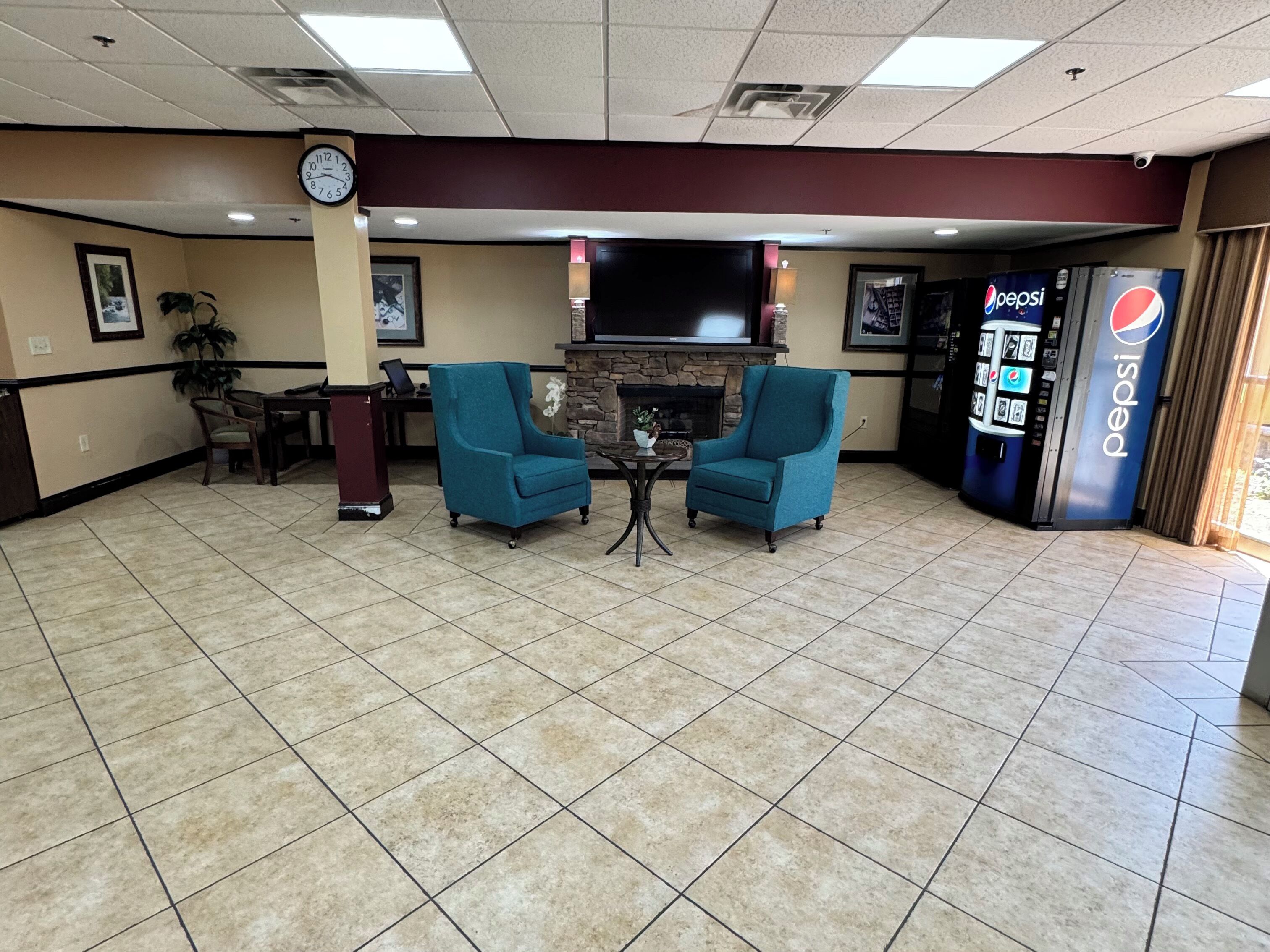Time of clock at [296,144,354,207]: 3:43
